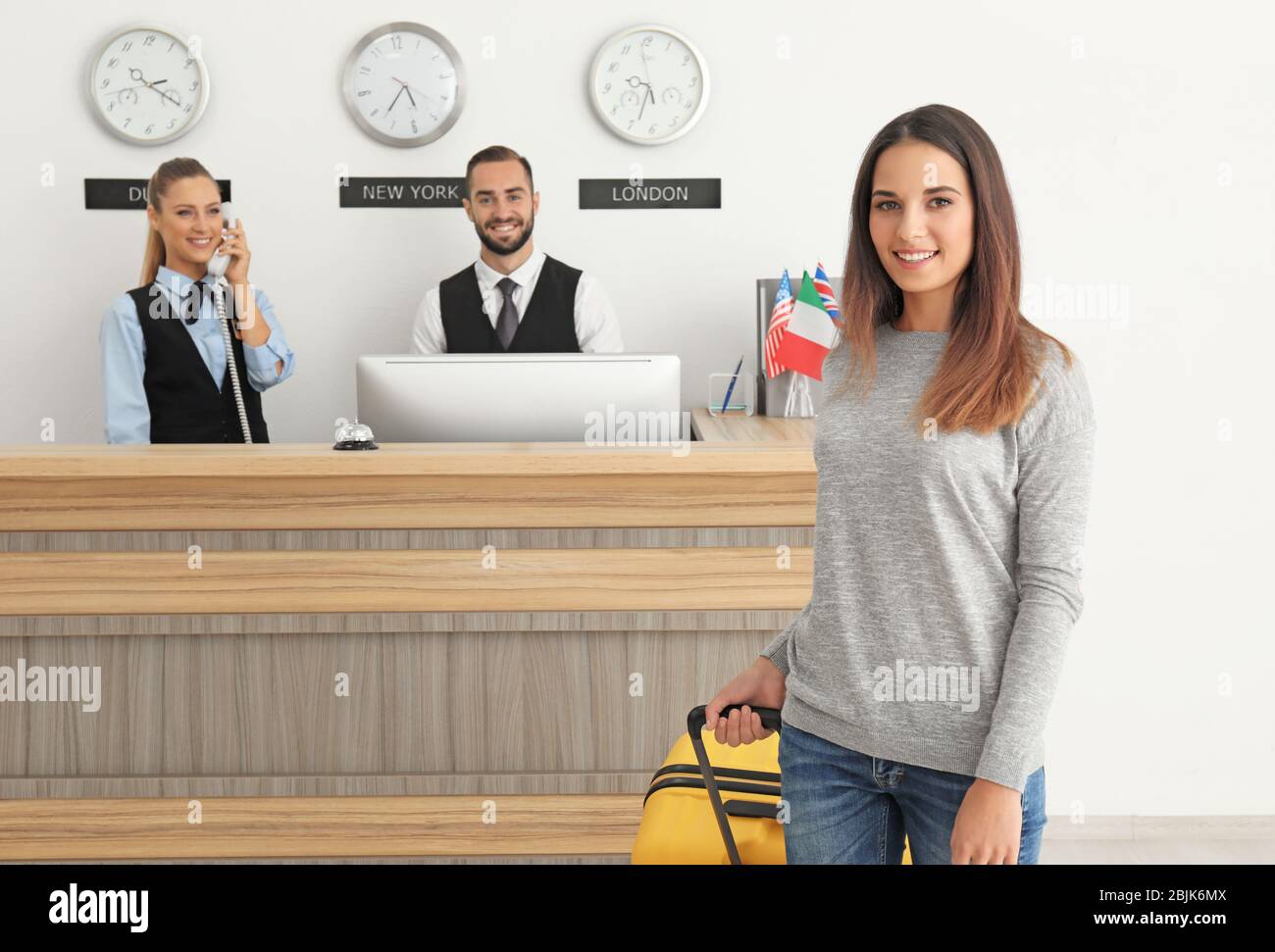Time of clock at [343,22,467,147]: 5:37
